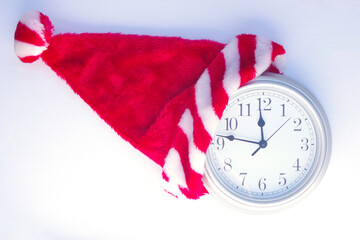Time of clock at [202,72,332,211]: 11:46
